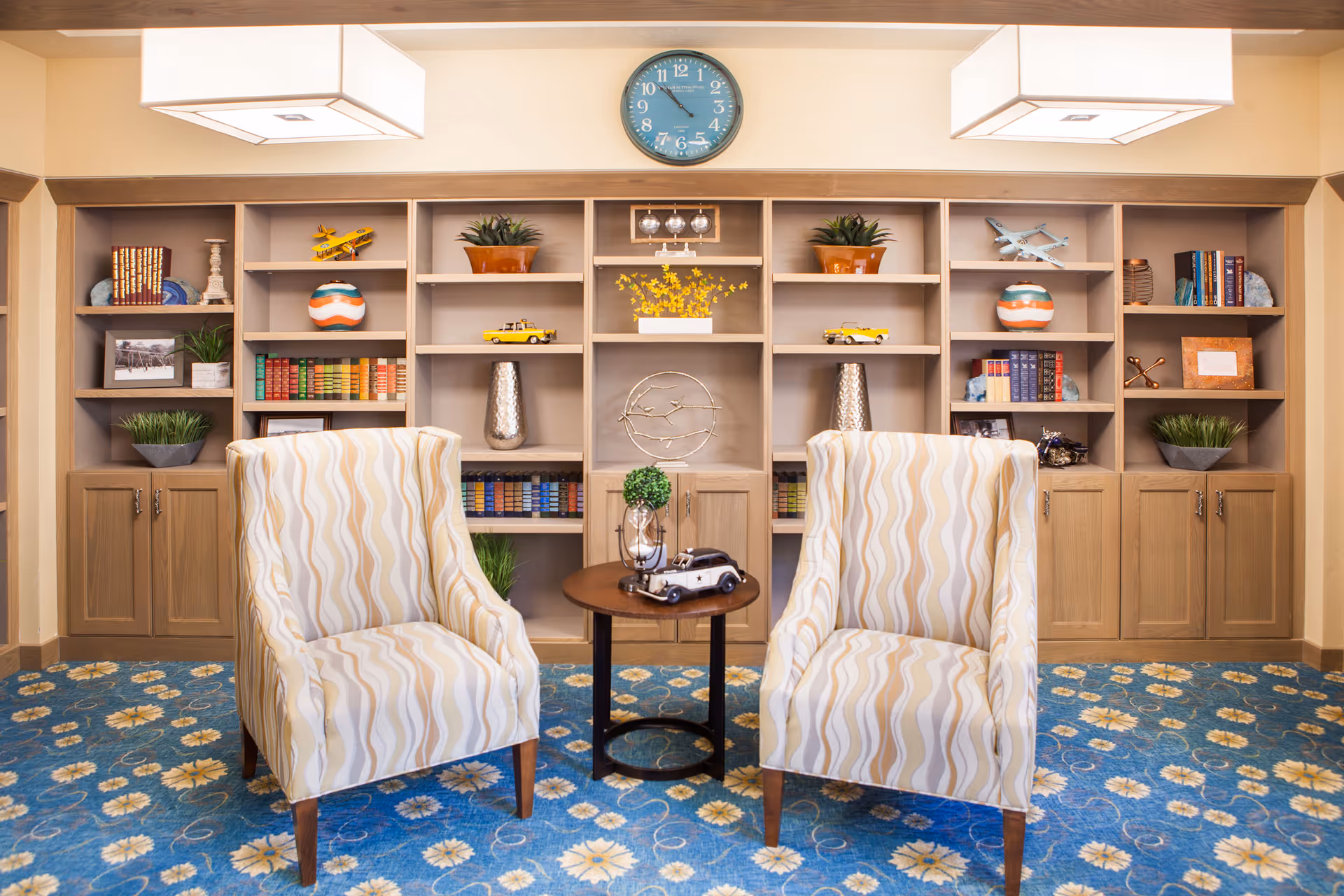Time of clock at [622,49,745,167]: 10:52
